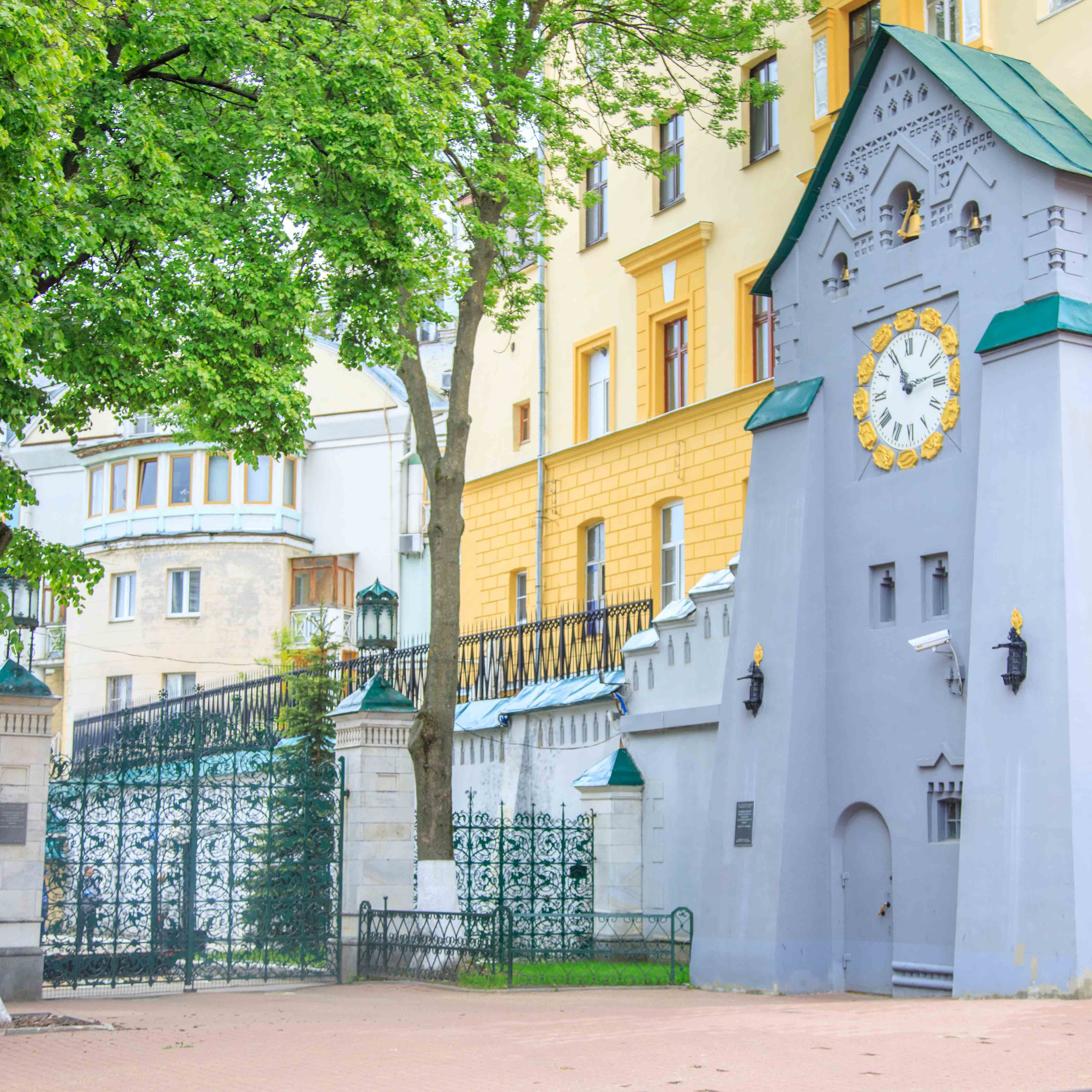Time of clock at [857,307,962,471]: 11:12
